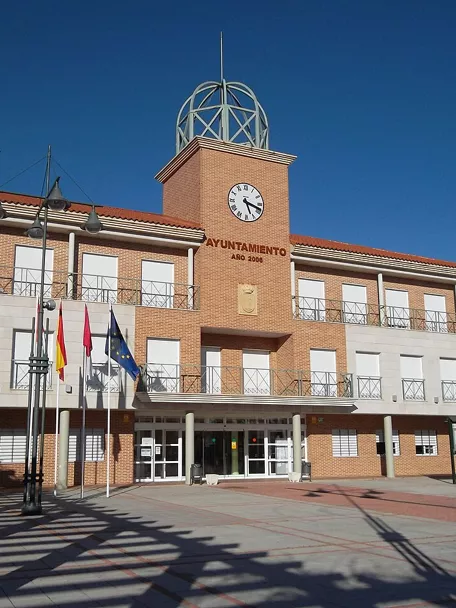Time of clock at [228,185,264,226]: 5:18
